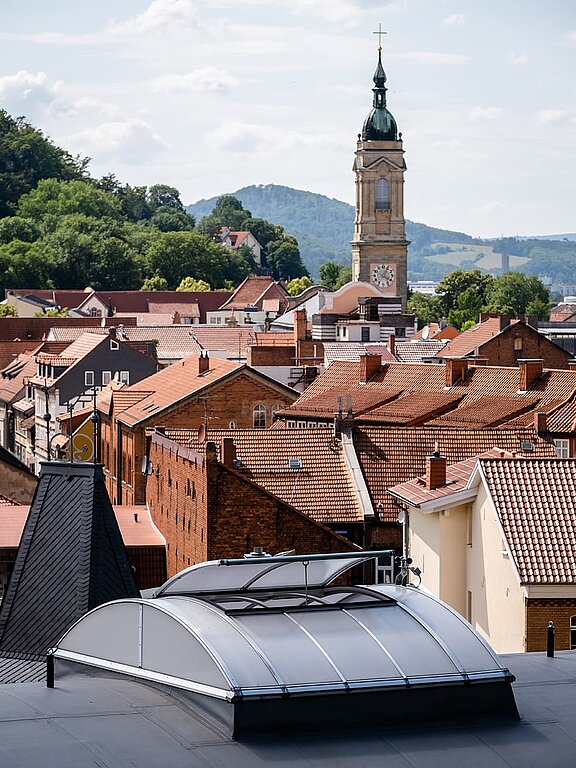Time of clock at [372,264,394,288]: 4:04
